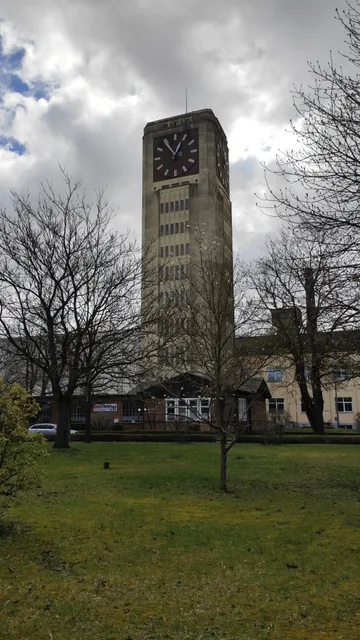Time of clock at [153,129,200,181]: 12:54
